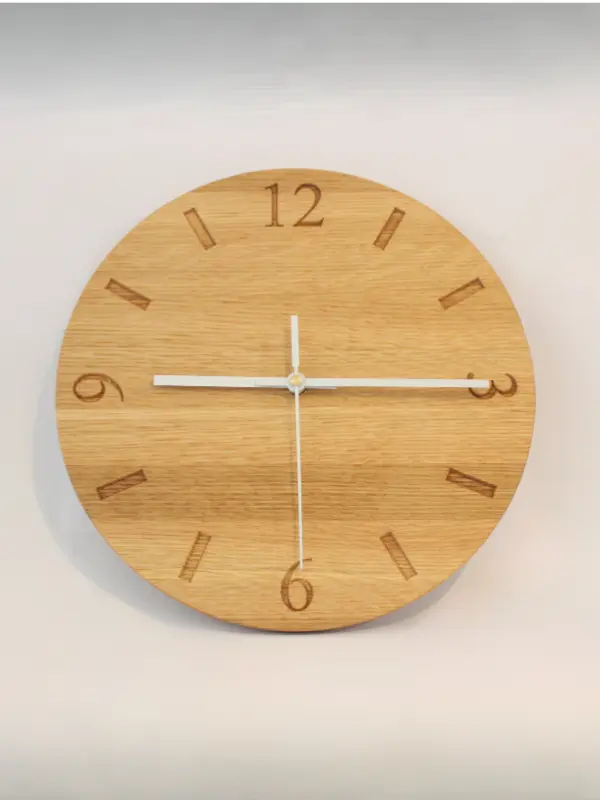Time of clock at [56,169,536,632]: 9:15
